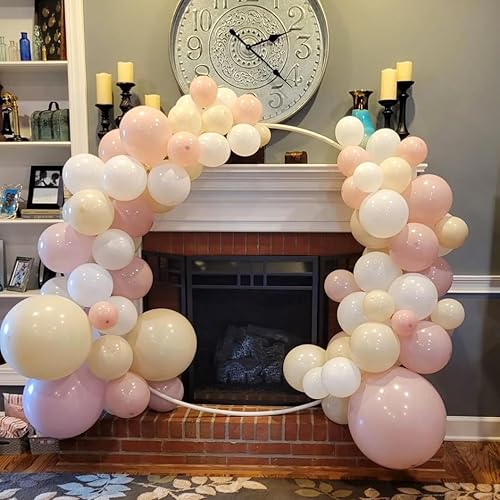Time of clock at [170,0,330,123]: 2:21
